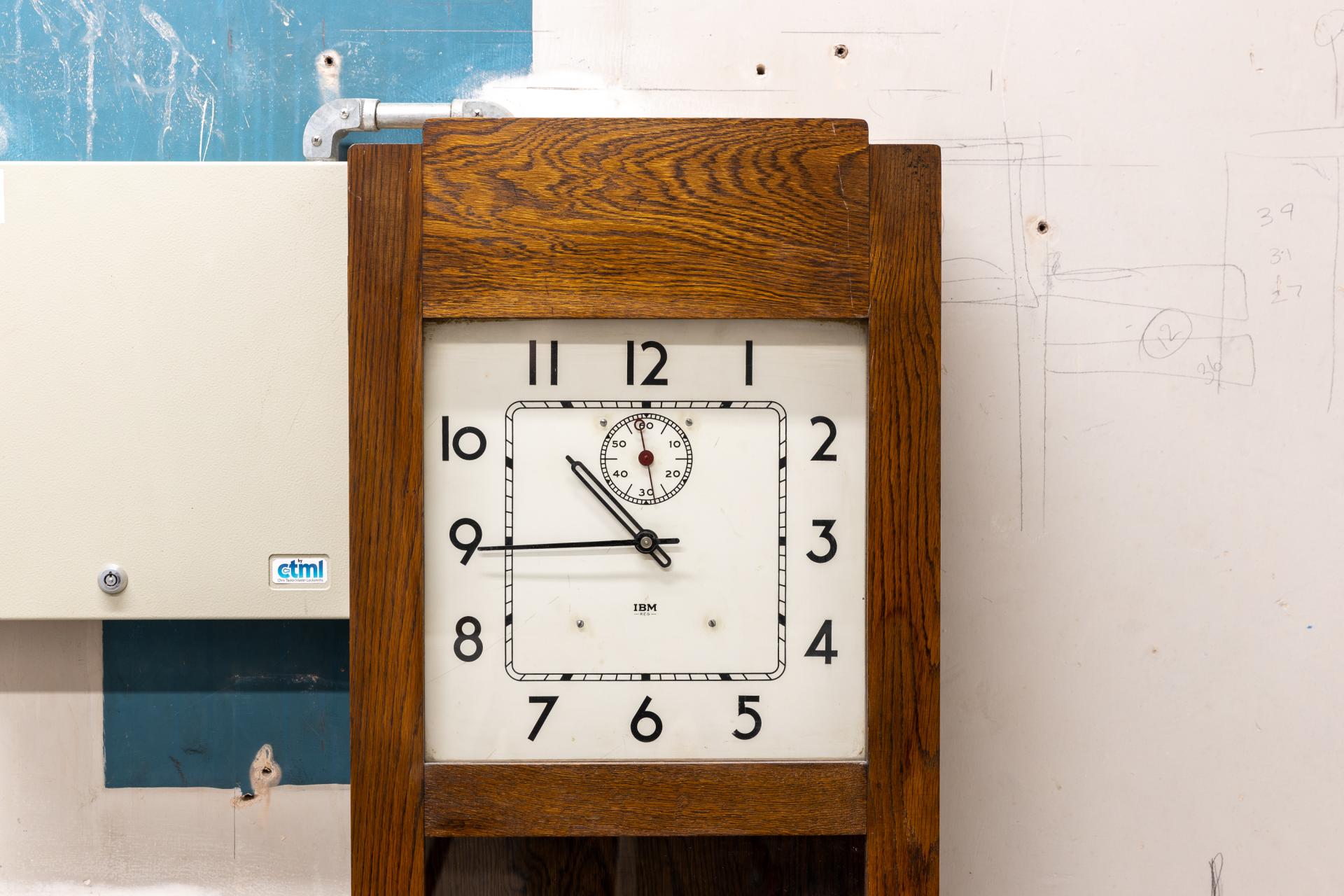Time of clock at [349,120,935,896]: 10:44
